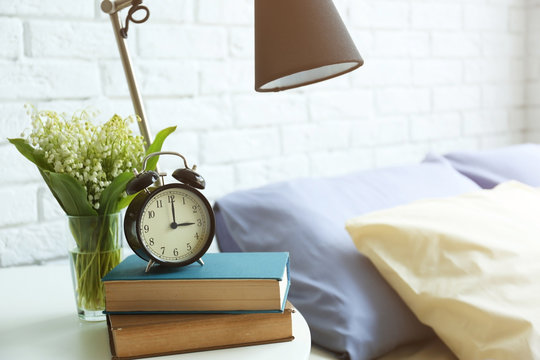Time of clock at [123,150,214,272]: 3:00
